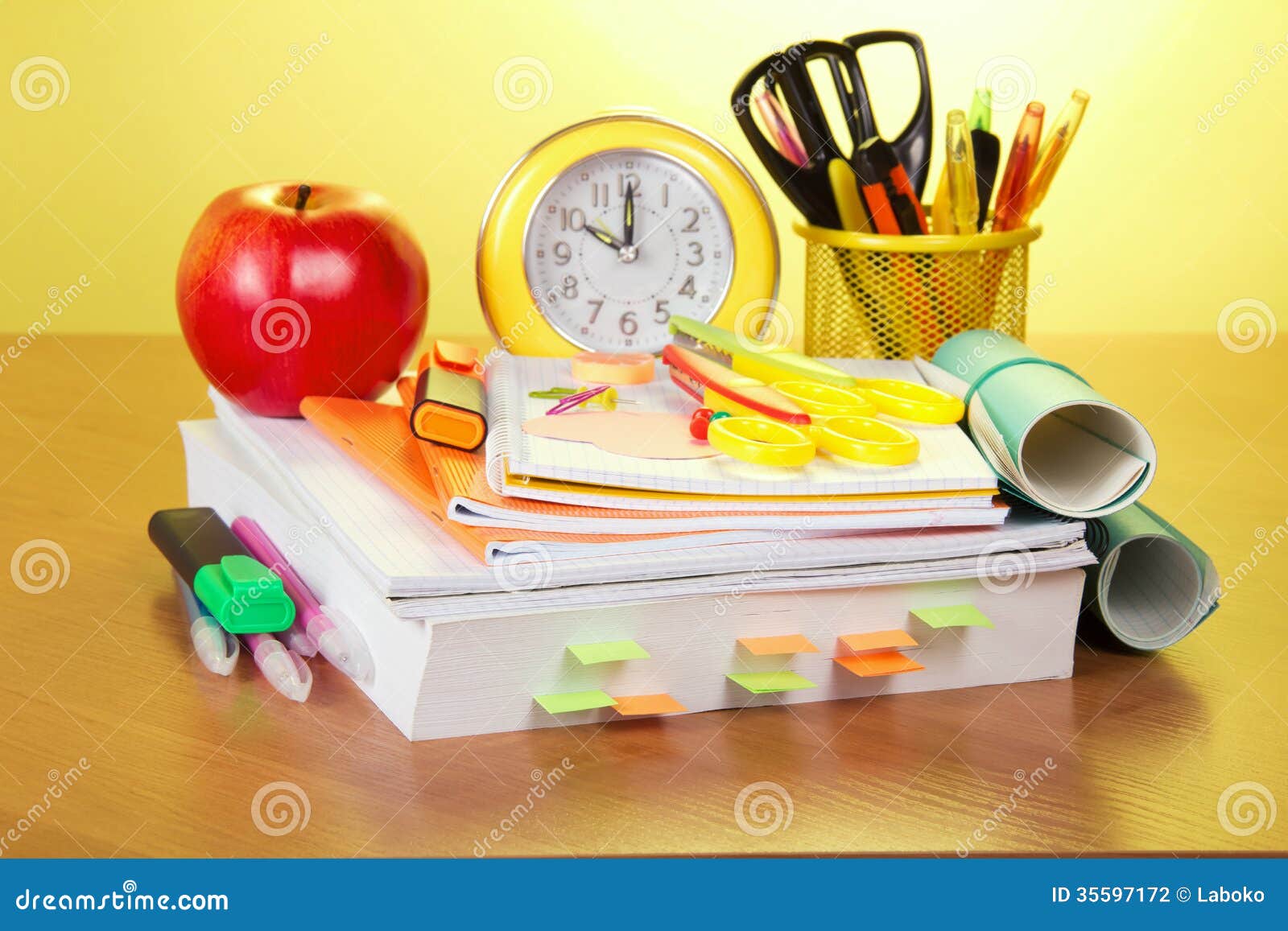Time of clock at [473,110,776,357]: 10:00
